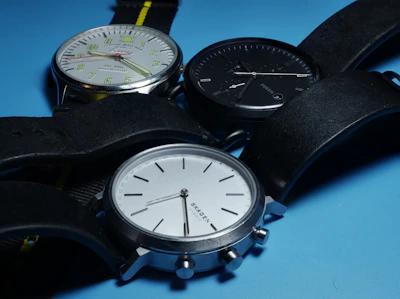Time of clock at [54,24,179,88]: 9:20
